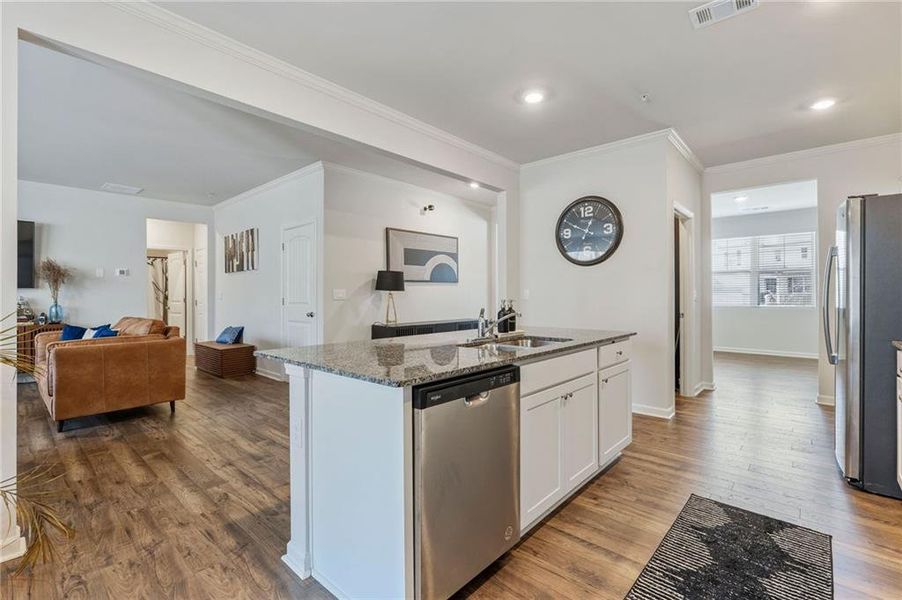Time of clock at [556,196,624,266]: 12:49
